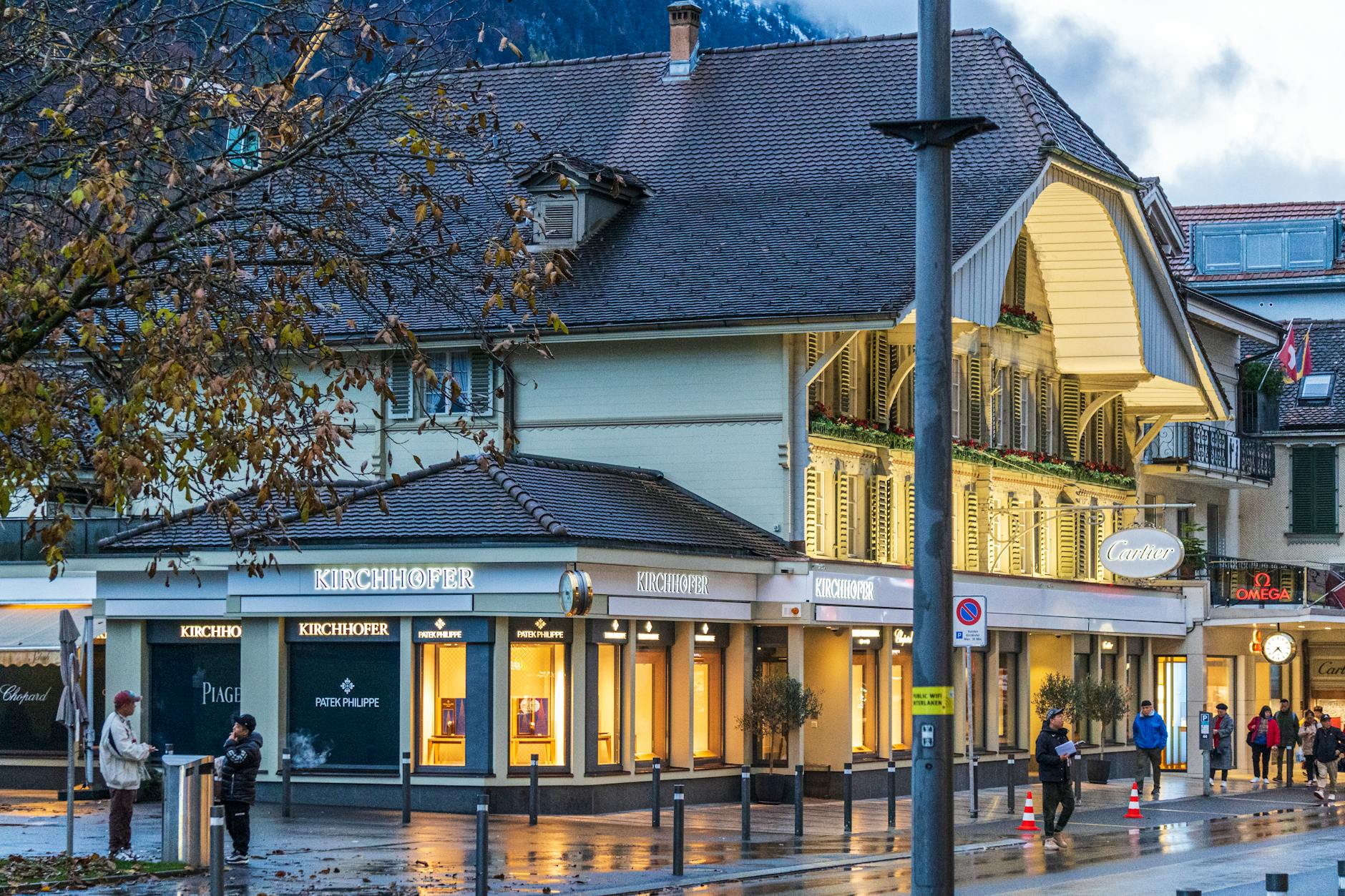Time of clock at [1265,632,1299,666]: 4:38
